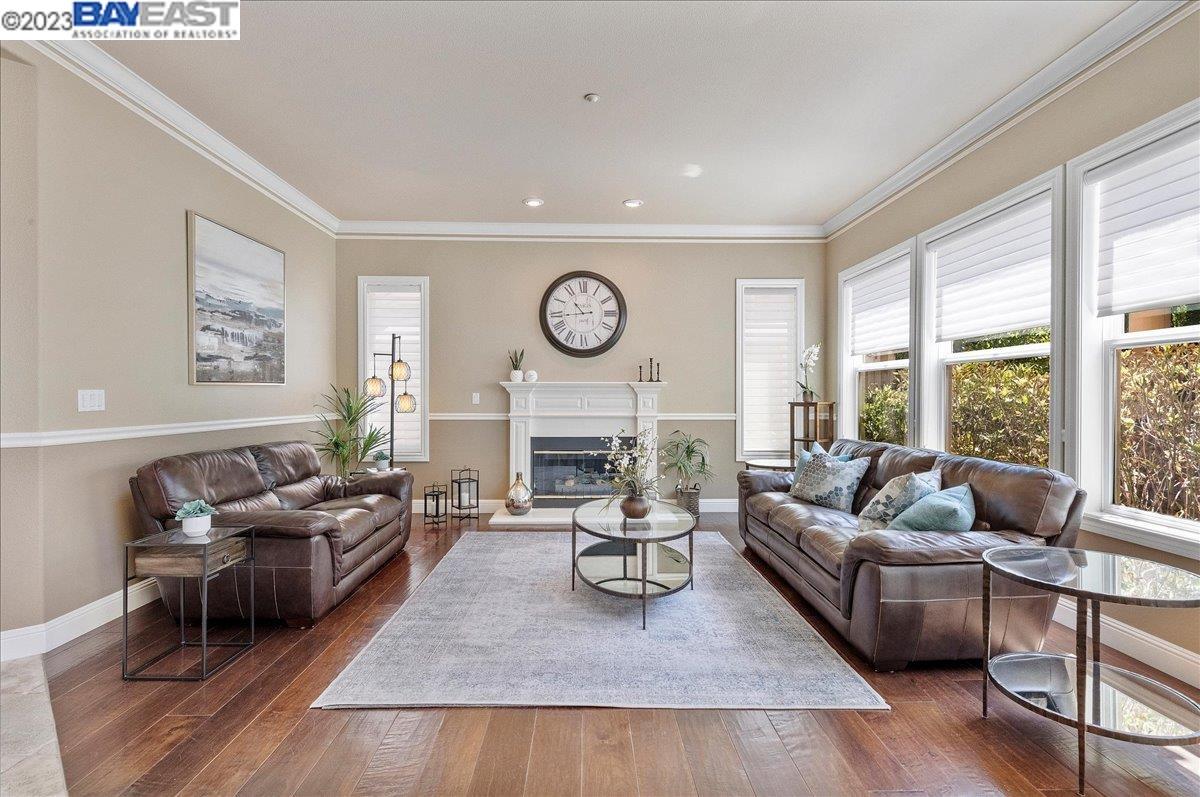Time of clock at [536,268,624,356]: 10:43
